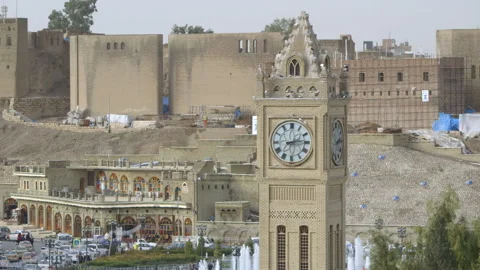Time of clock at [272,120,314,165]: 2:14
